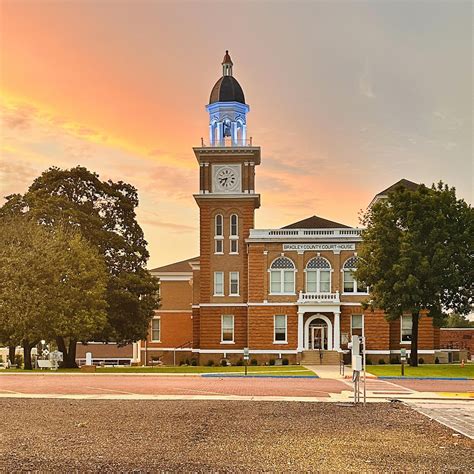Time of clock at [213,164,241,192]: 8:33
